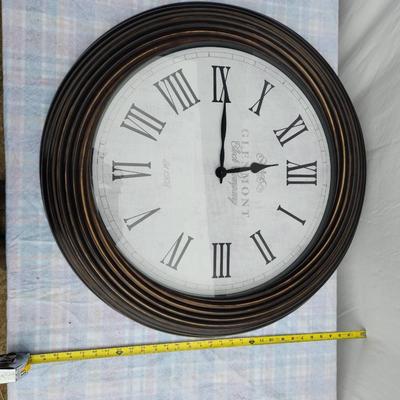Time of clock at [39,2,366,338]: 3:00
